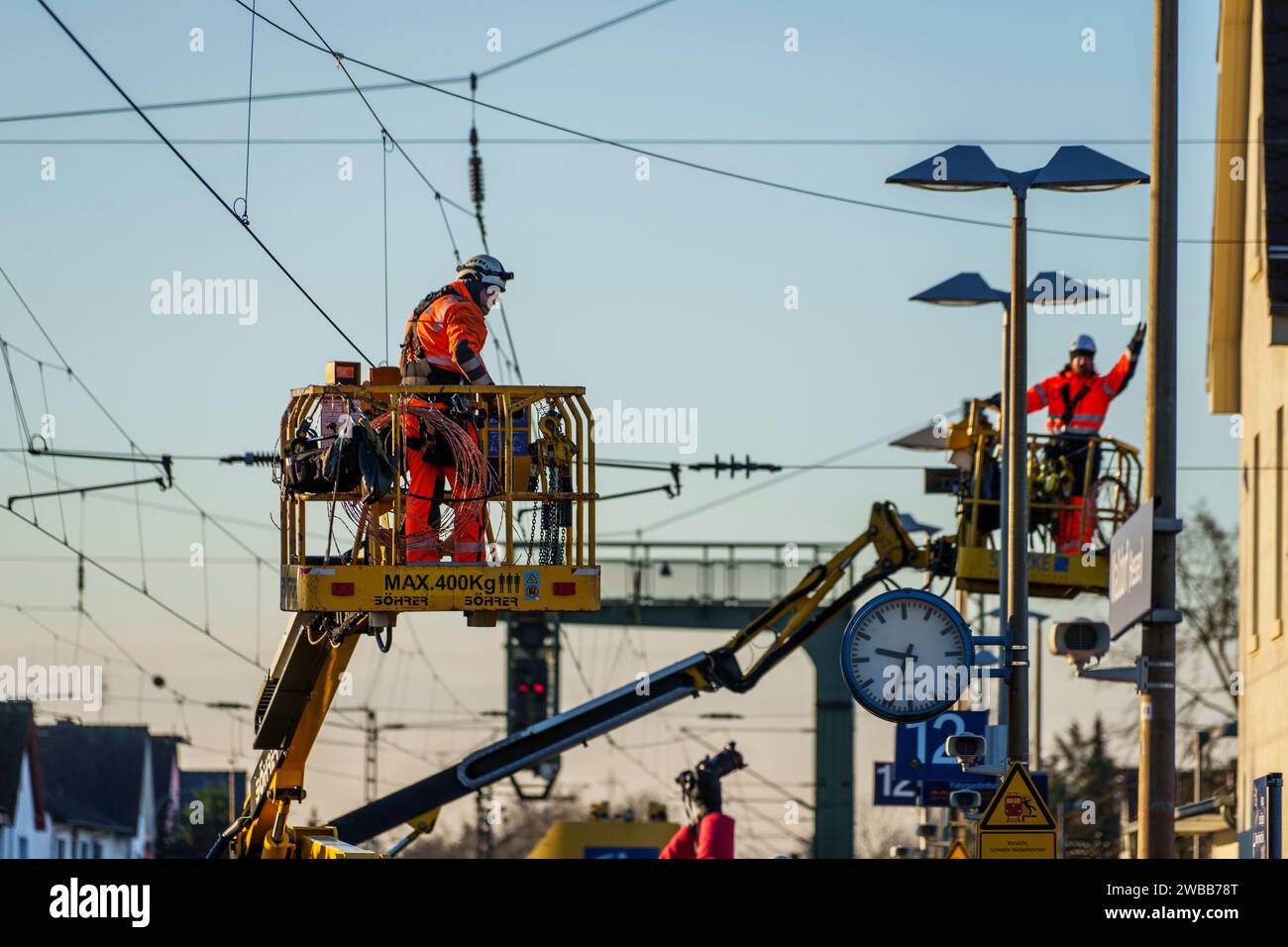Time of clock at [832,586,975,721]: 9:31
